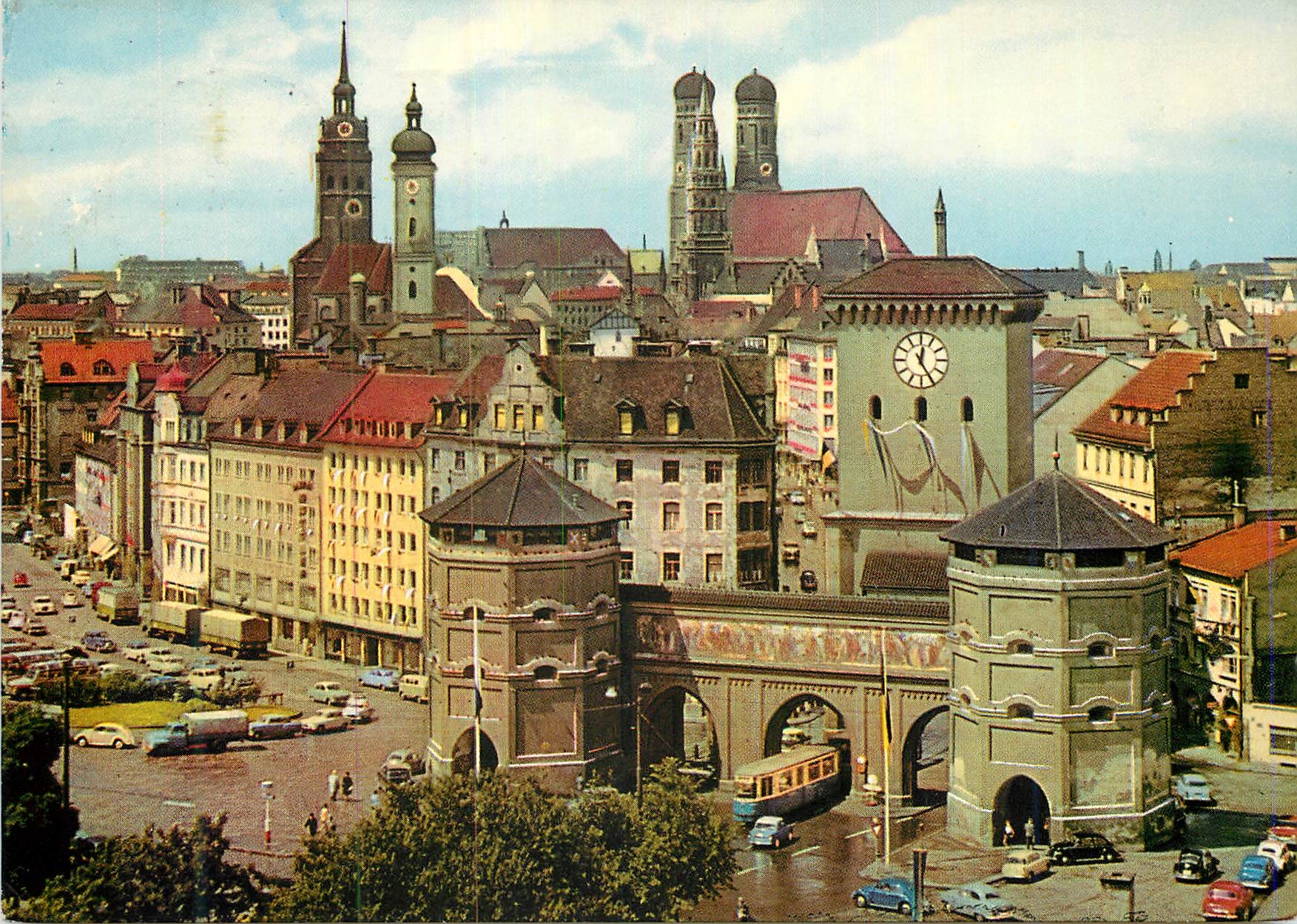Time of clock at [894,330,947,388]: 12:24
